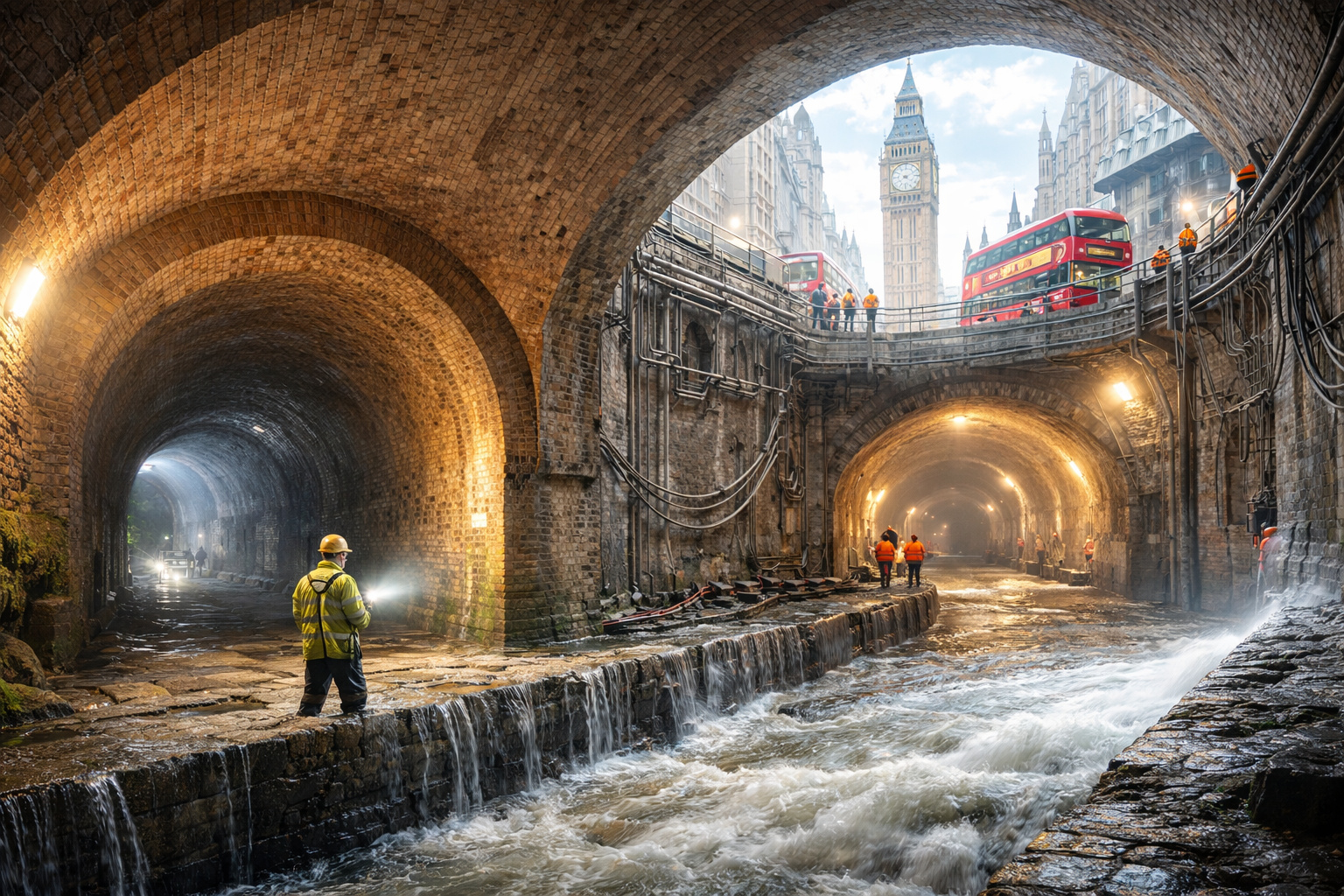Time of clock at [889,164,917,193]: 4:10
